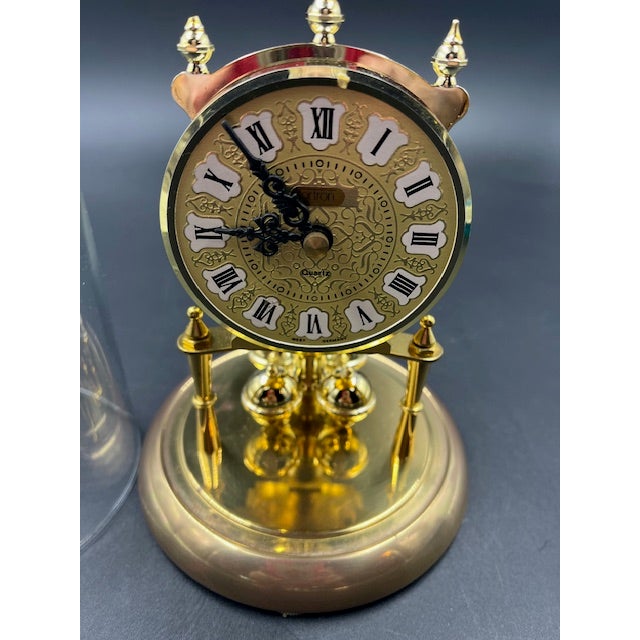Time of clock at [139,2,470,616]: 8:53
